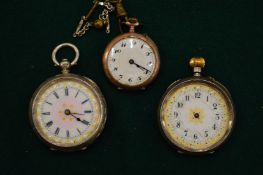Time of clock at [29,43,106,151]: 4:20
